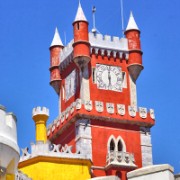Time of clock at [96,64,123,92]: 6:00
